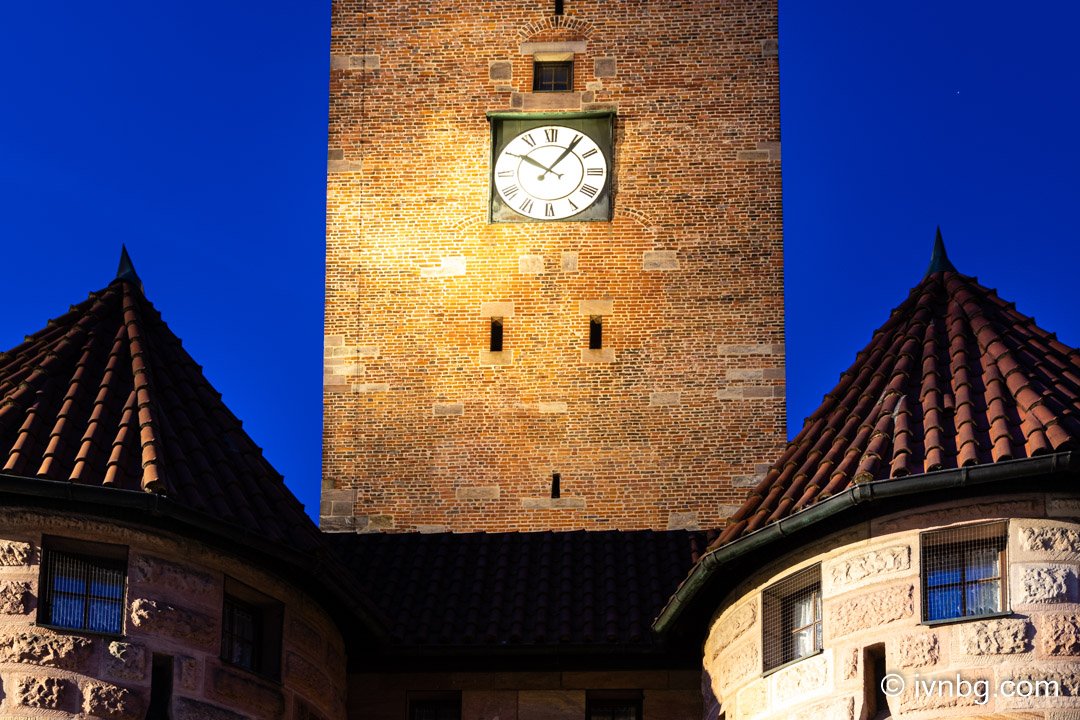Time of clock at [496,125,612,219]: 10:06
